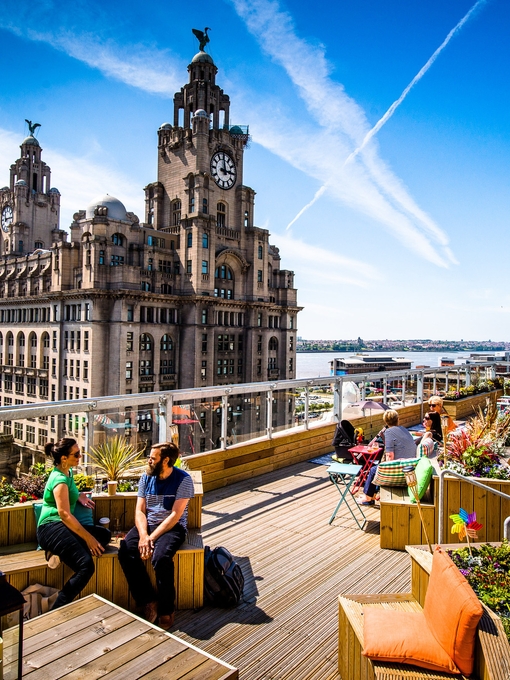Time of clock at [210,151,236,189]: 2:59
